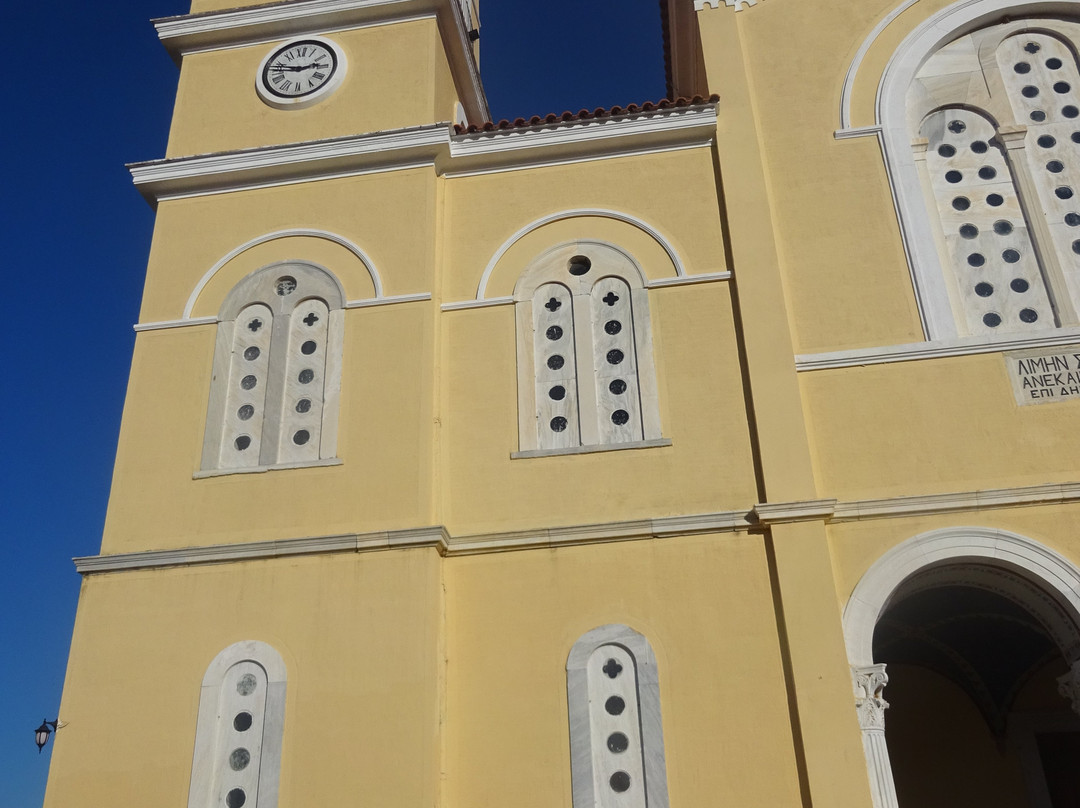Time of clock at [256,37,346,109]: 2:46
